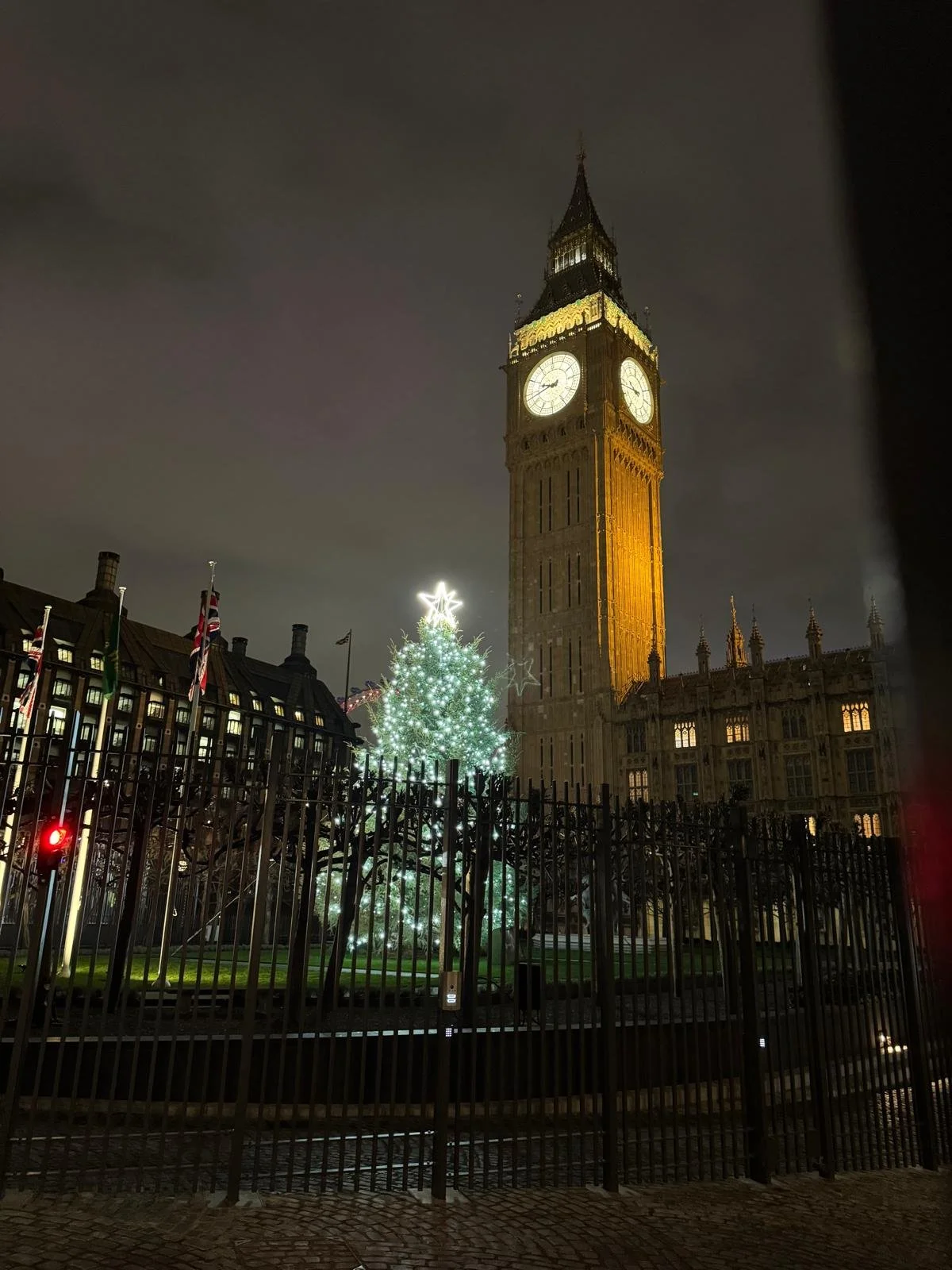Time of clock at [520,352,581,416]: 9:42
